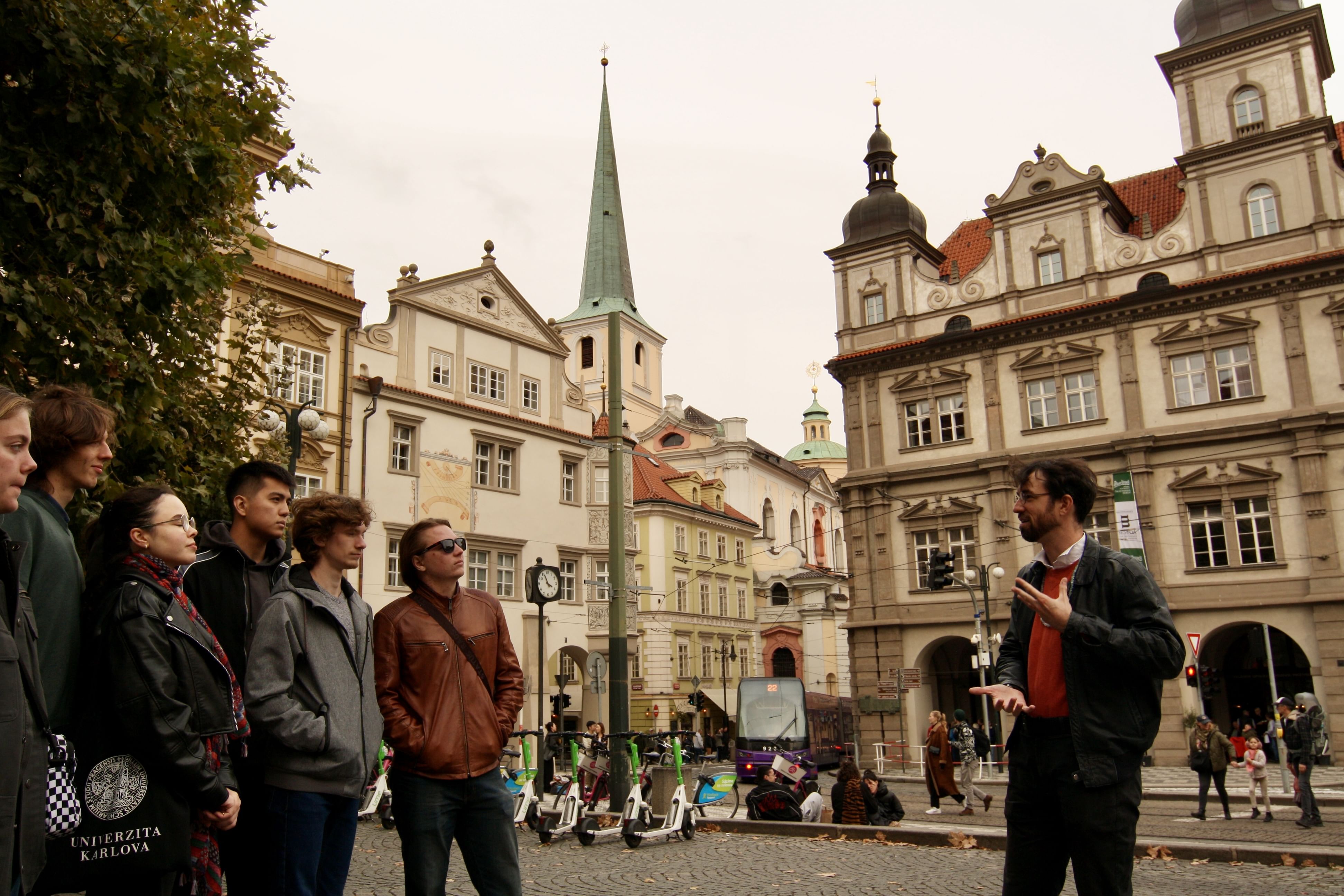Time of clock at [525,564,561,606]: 3:56
